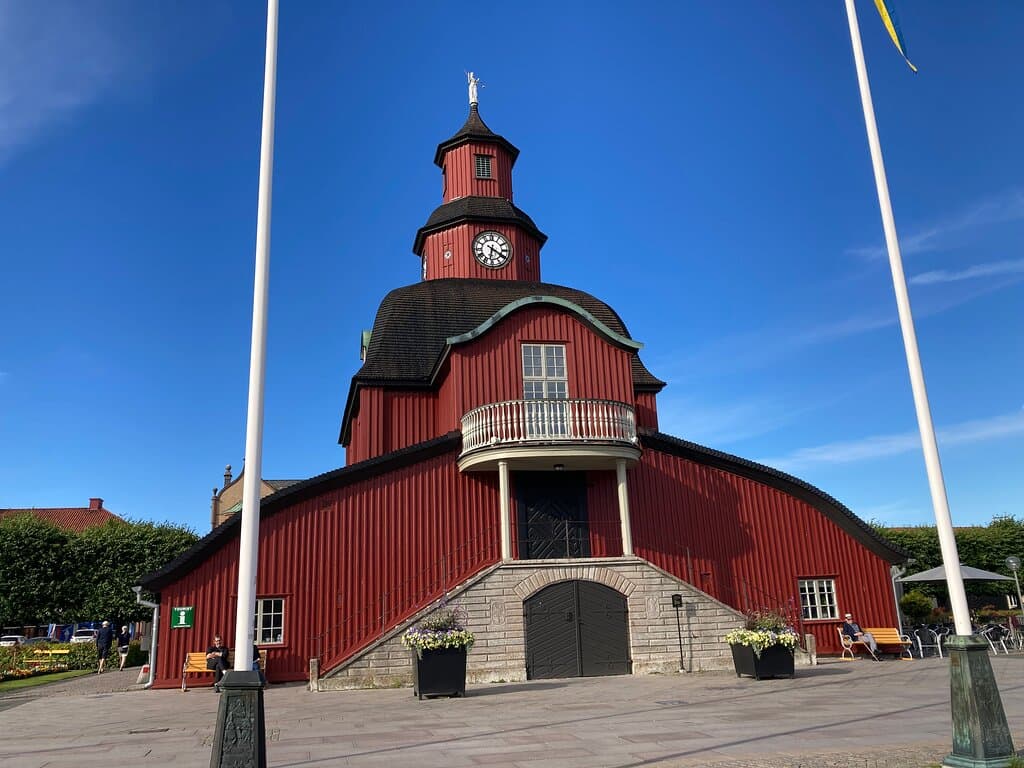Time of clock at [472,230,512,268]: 6:20
